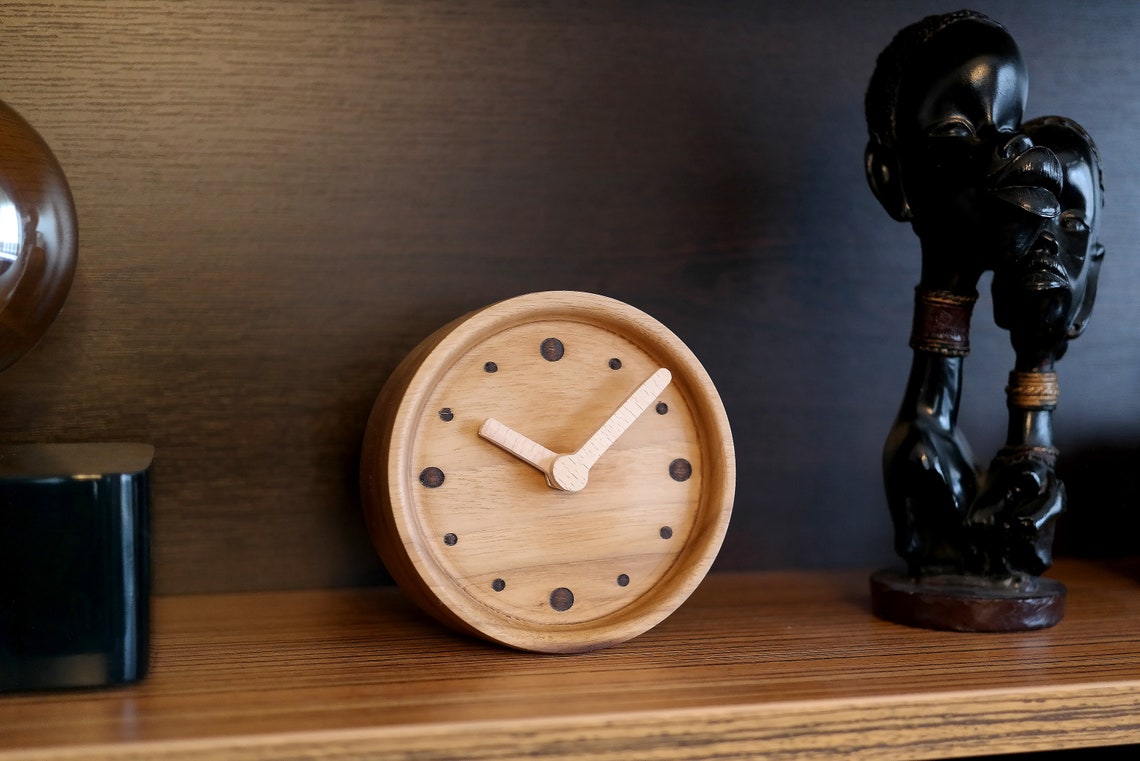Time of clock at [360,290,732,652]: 10:08
